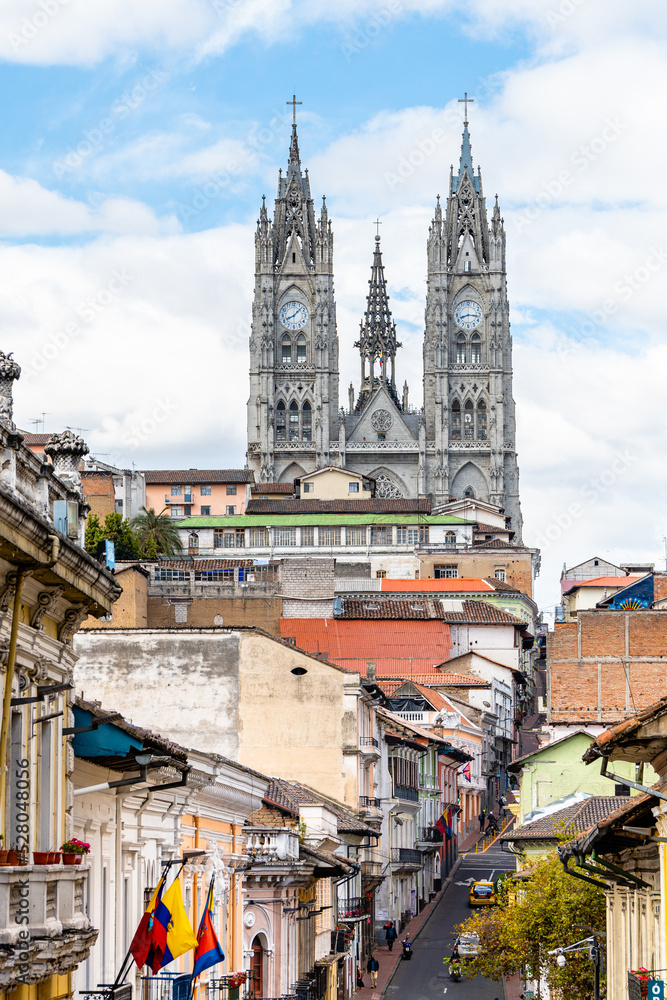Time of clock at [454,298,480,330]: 8:16
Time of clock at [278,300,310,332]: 8:07
